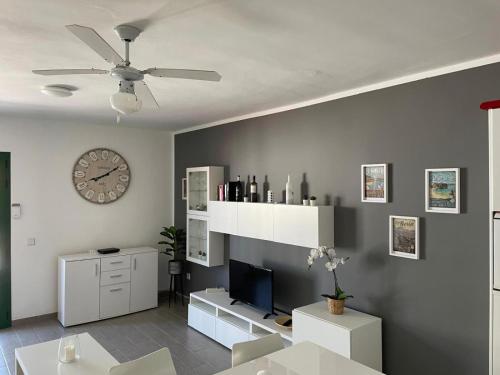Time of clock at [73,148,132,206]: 8:09
